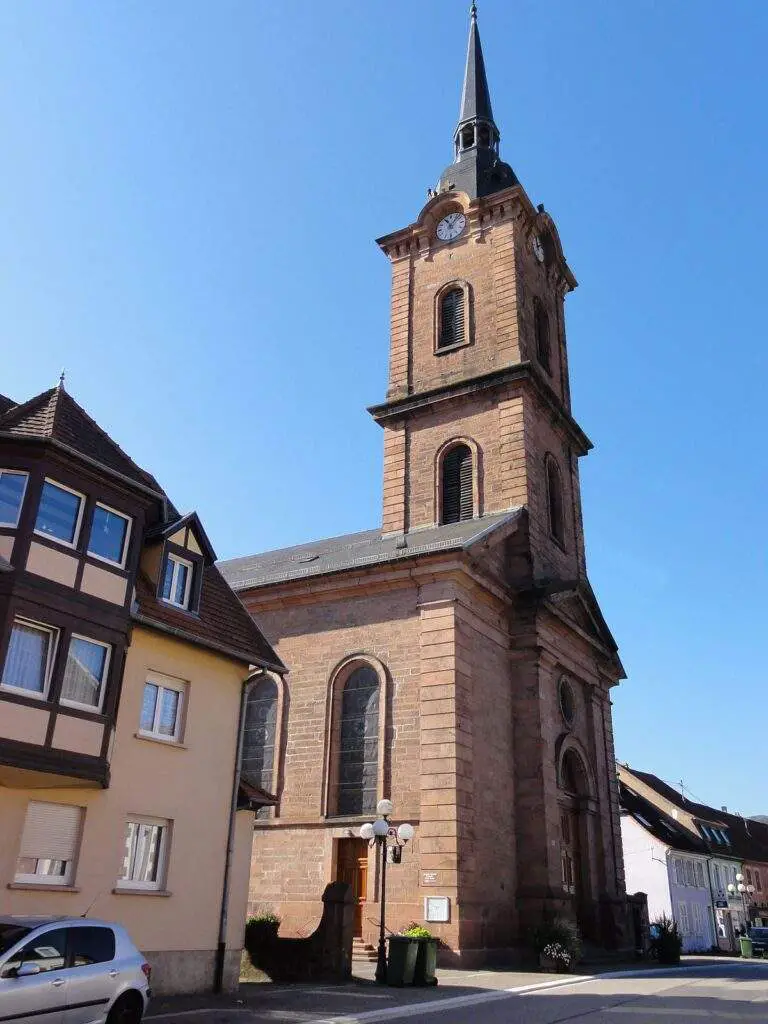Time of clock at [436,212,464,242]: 11:07
